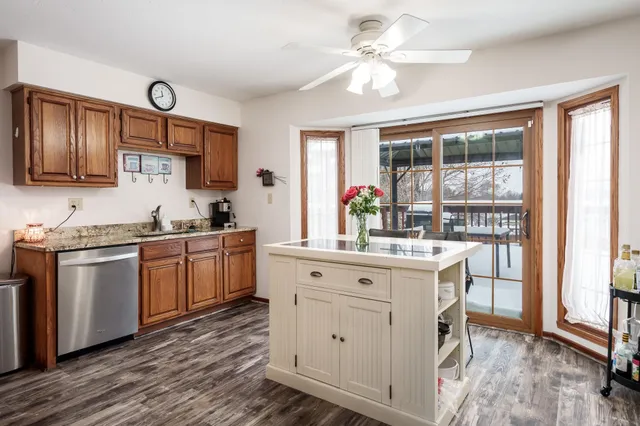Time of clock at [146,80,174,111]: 11:41
